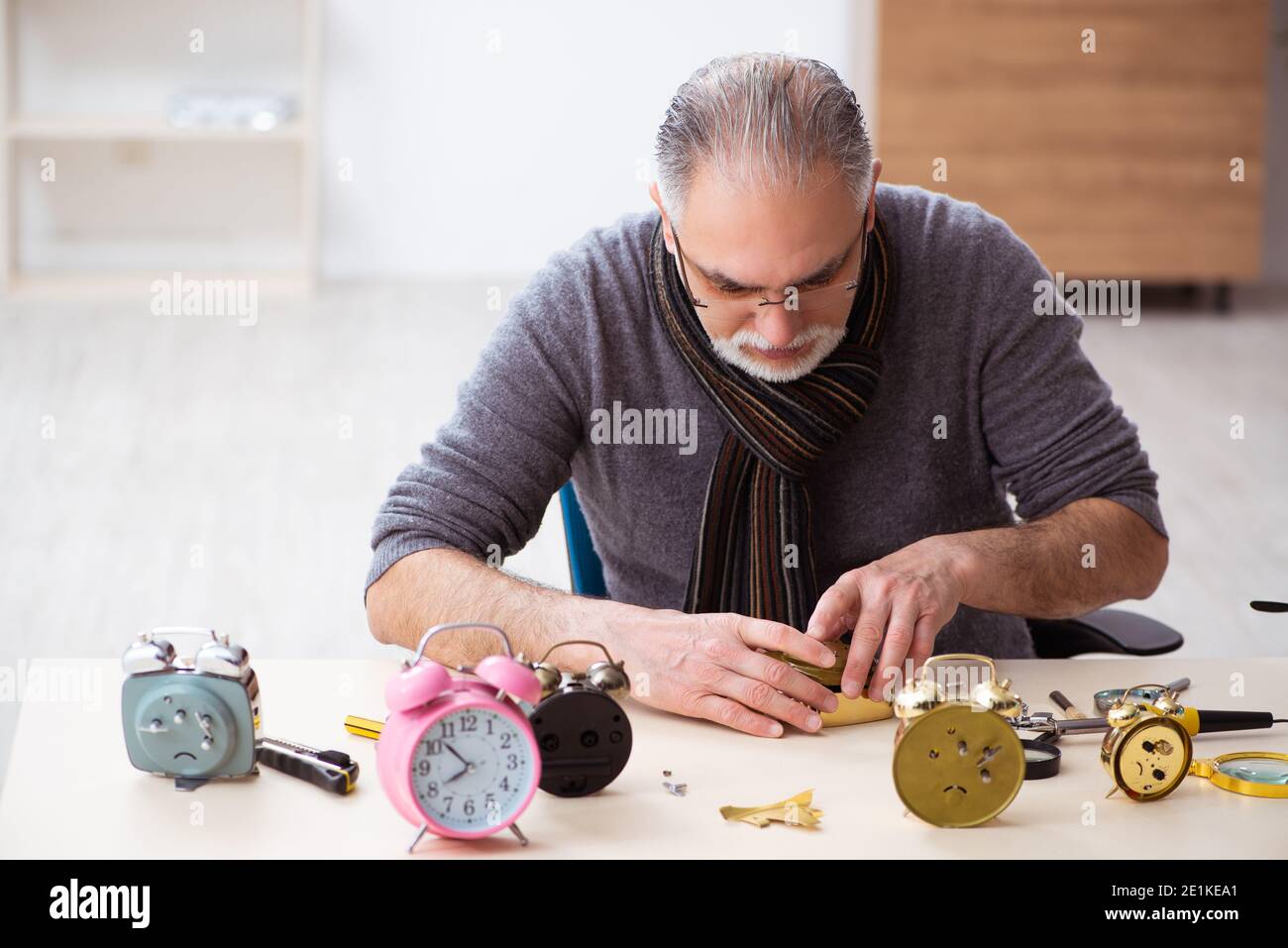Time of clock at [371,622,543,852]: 7:52
